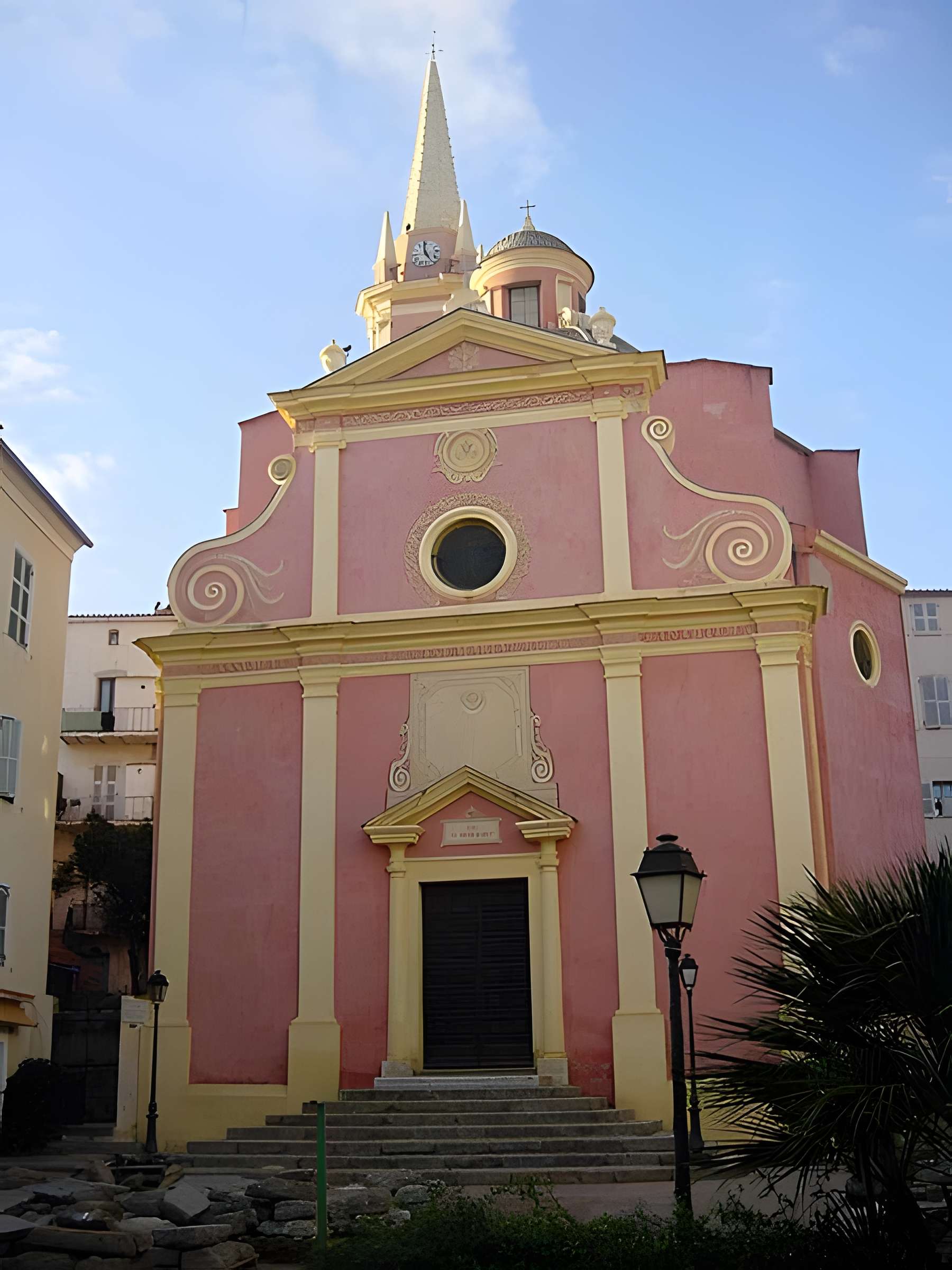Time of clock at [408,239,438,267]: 4:59
